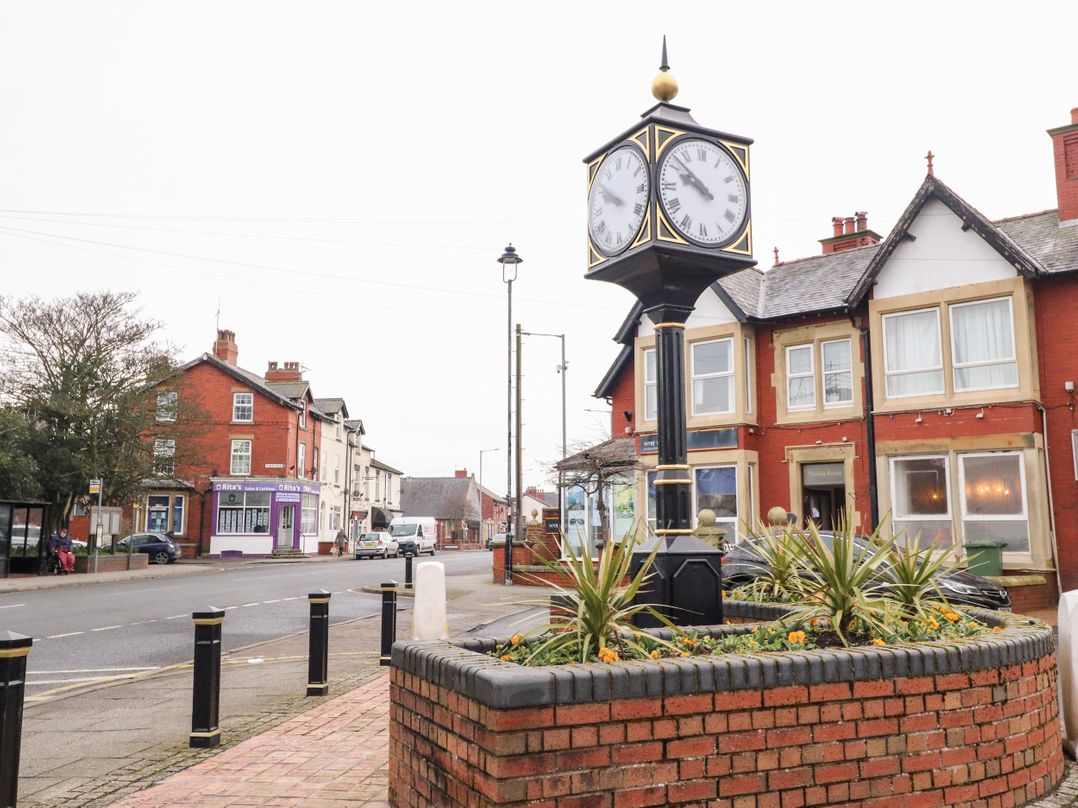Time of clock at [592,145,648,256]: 9:51
